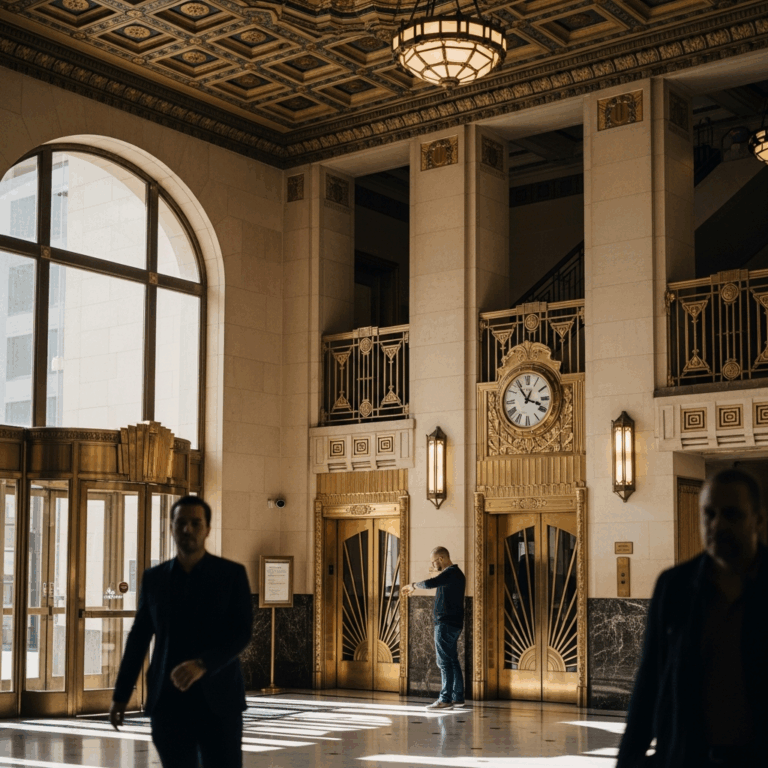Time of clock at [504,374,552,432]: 12:54
